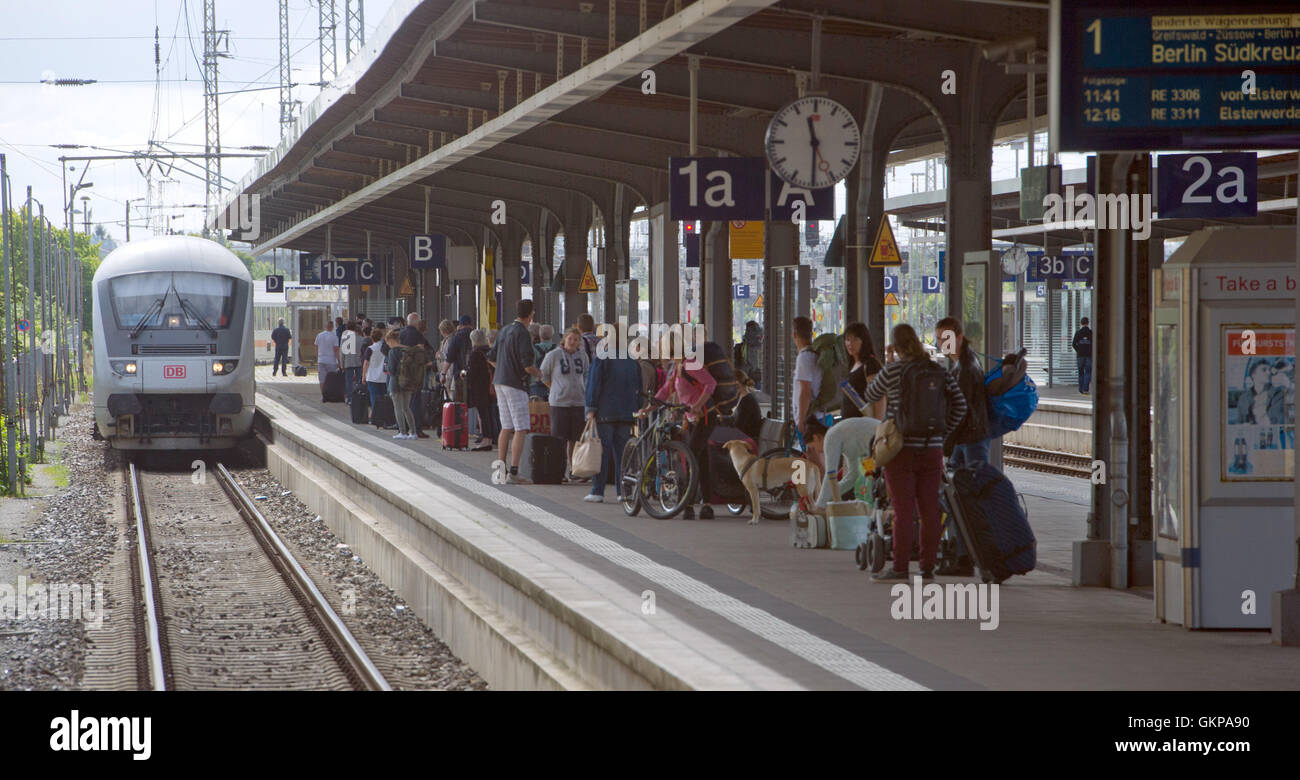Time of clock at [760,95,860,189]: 11:30
